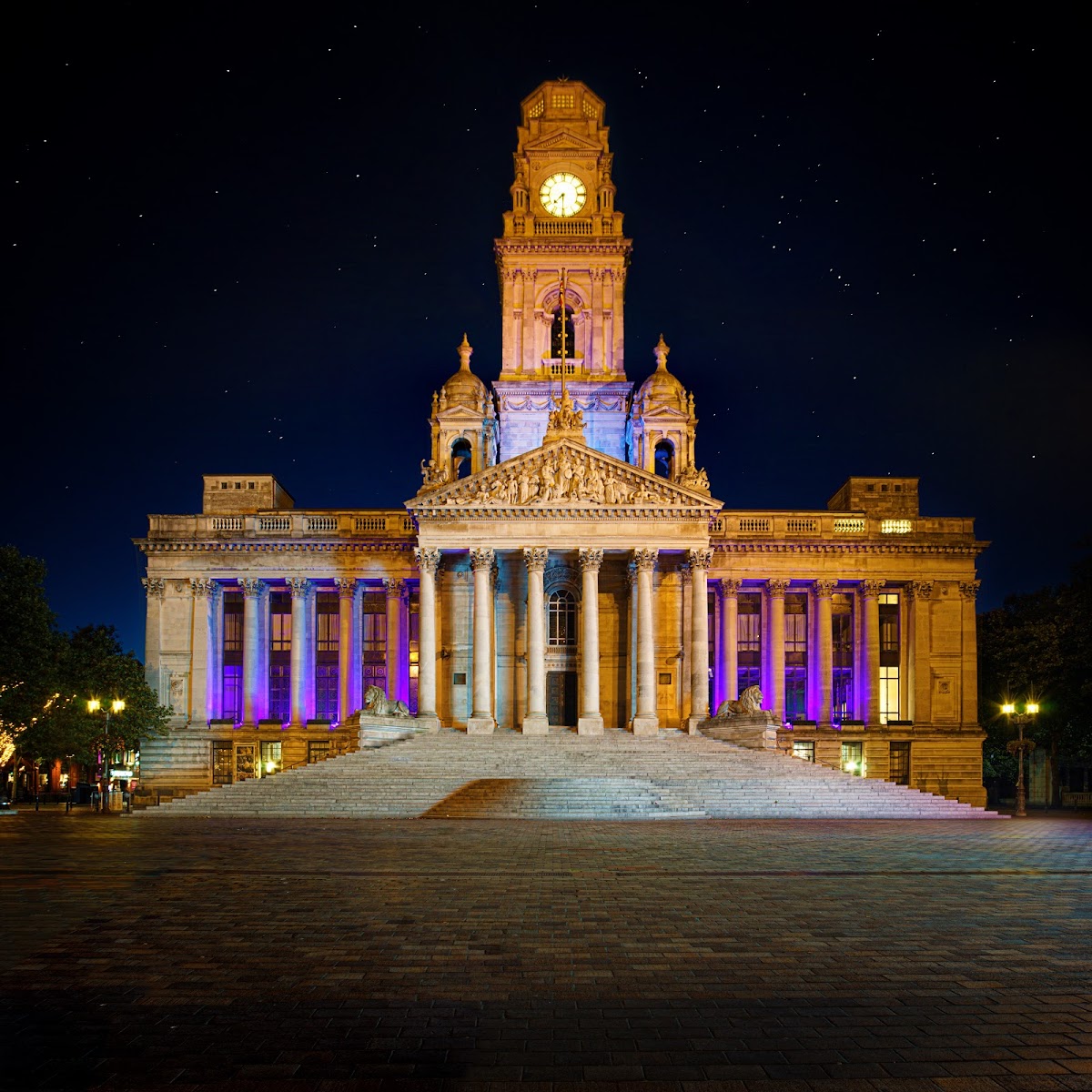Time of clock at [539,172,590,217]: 7:30
